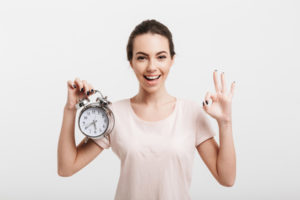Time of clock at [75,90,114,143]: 5:40
